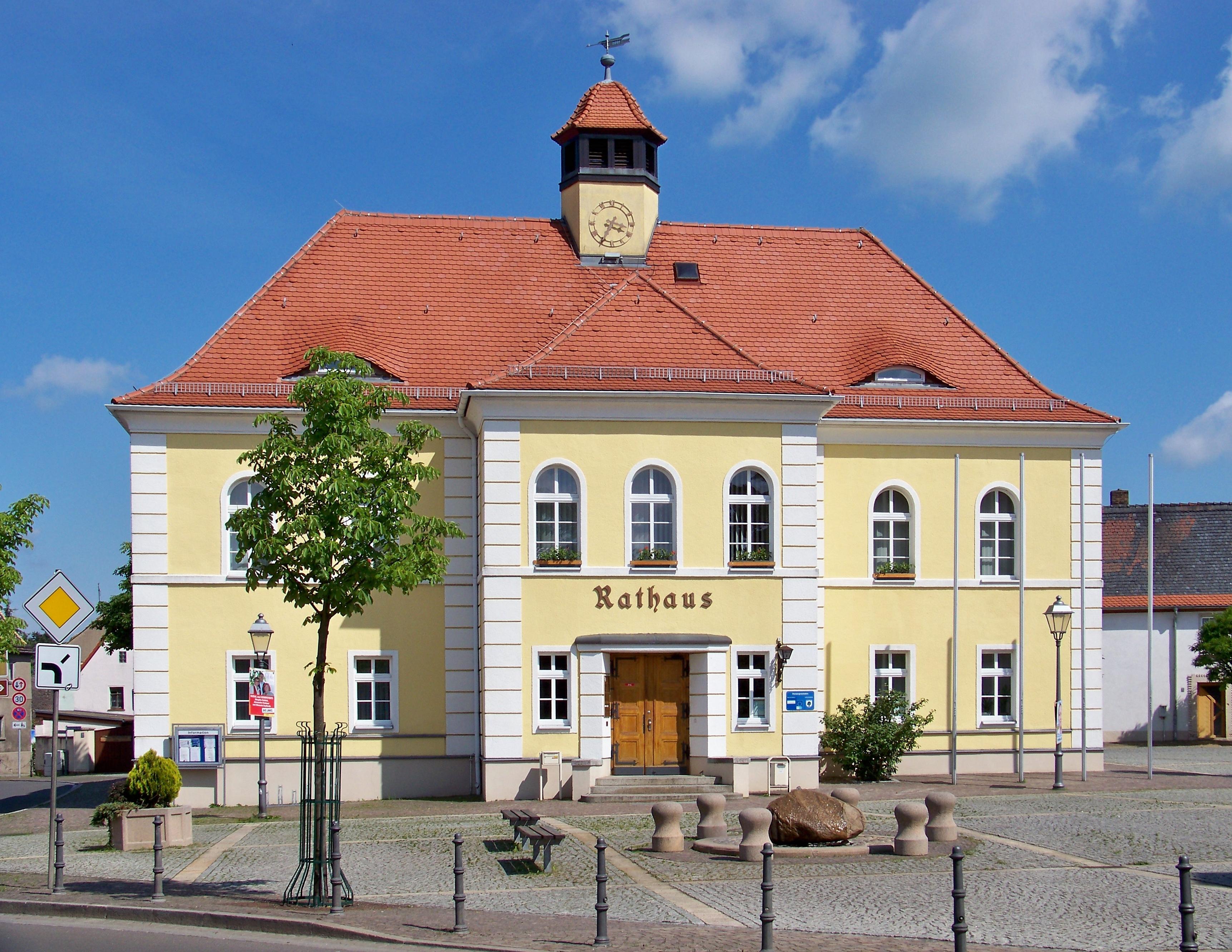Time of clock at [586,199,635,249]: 3:34
